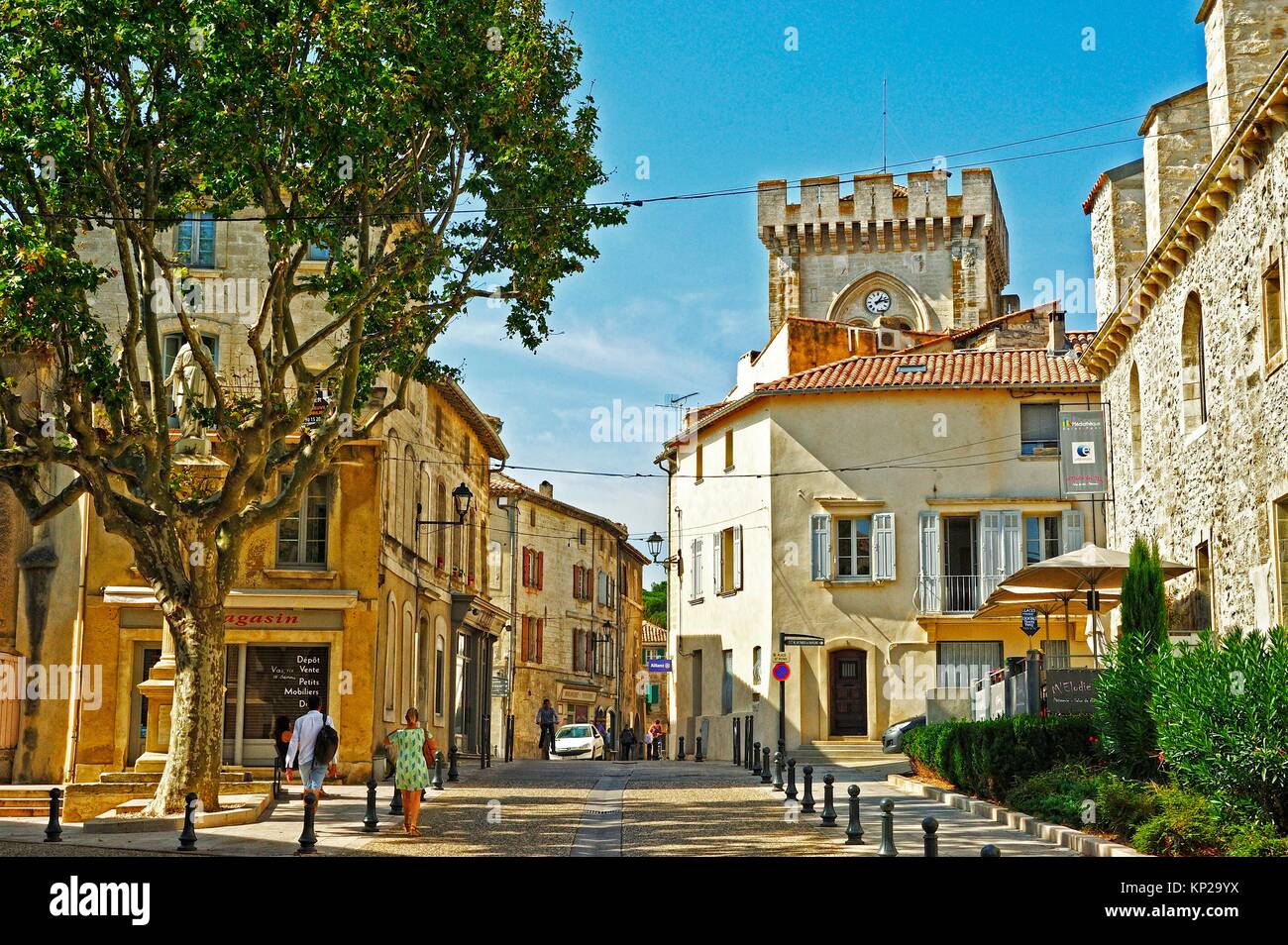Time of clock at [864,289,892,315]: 1:12
